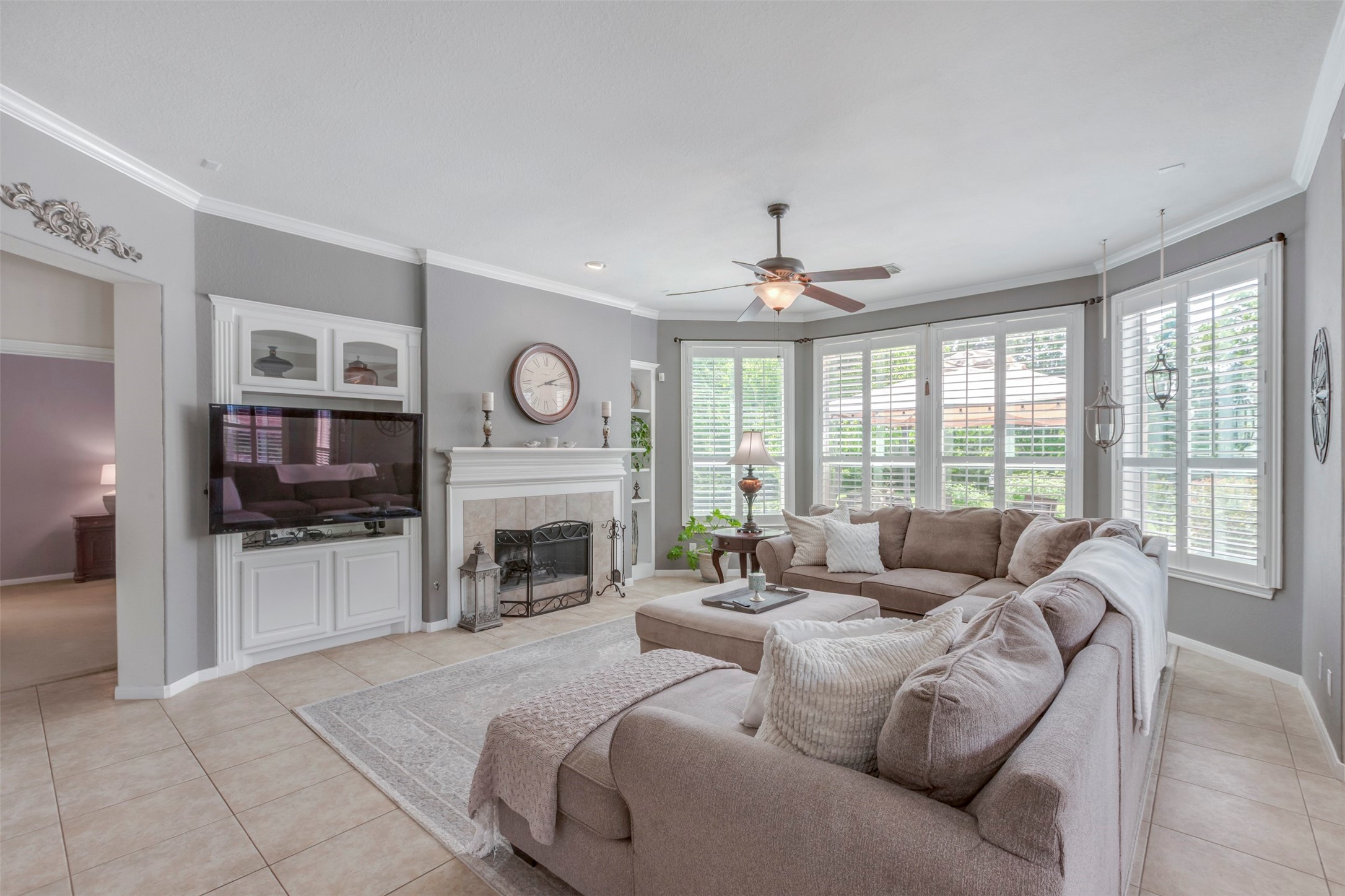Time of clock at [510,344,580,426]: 3:11
